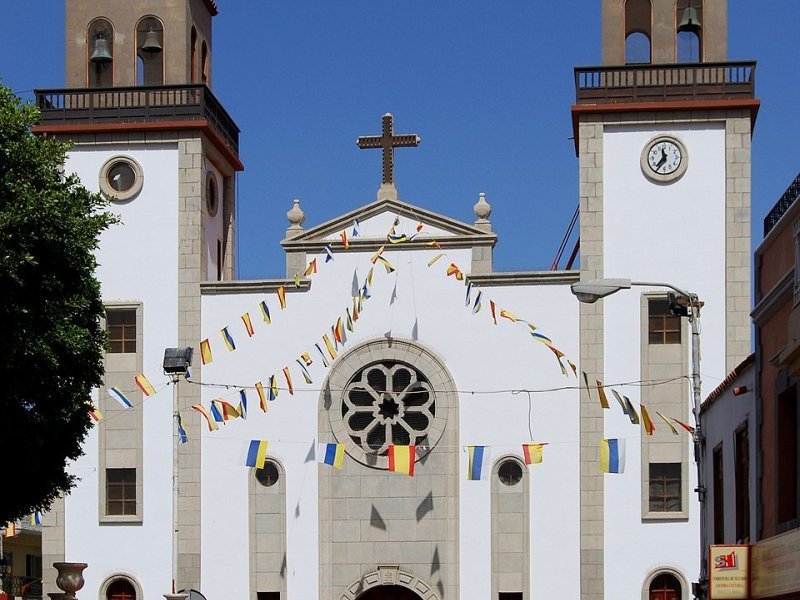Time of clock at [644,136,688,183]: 11:36
